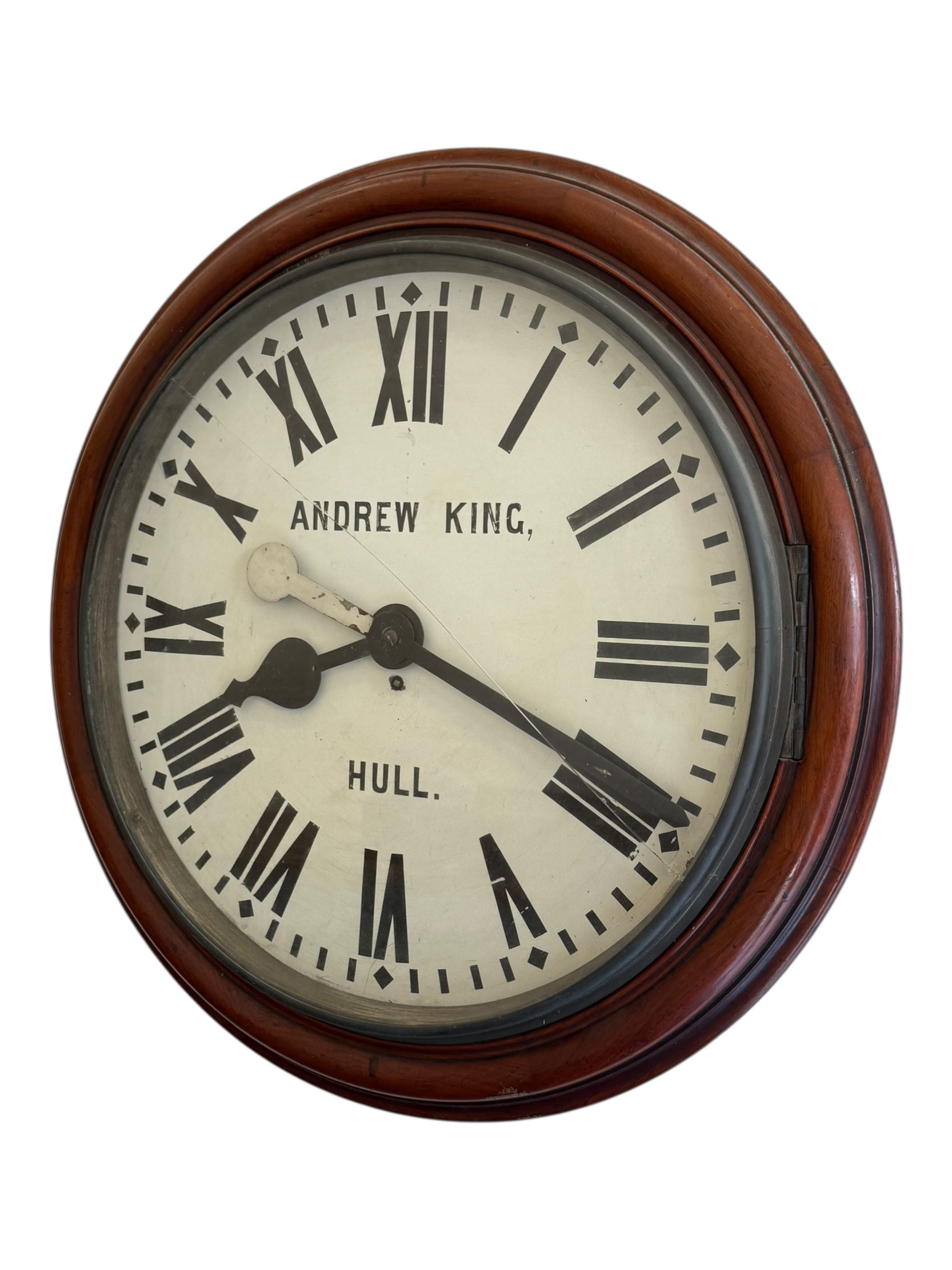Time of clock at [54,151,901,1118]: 8:18
